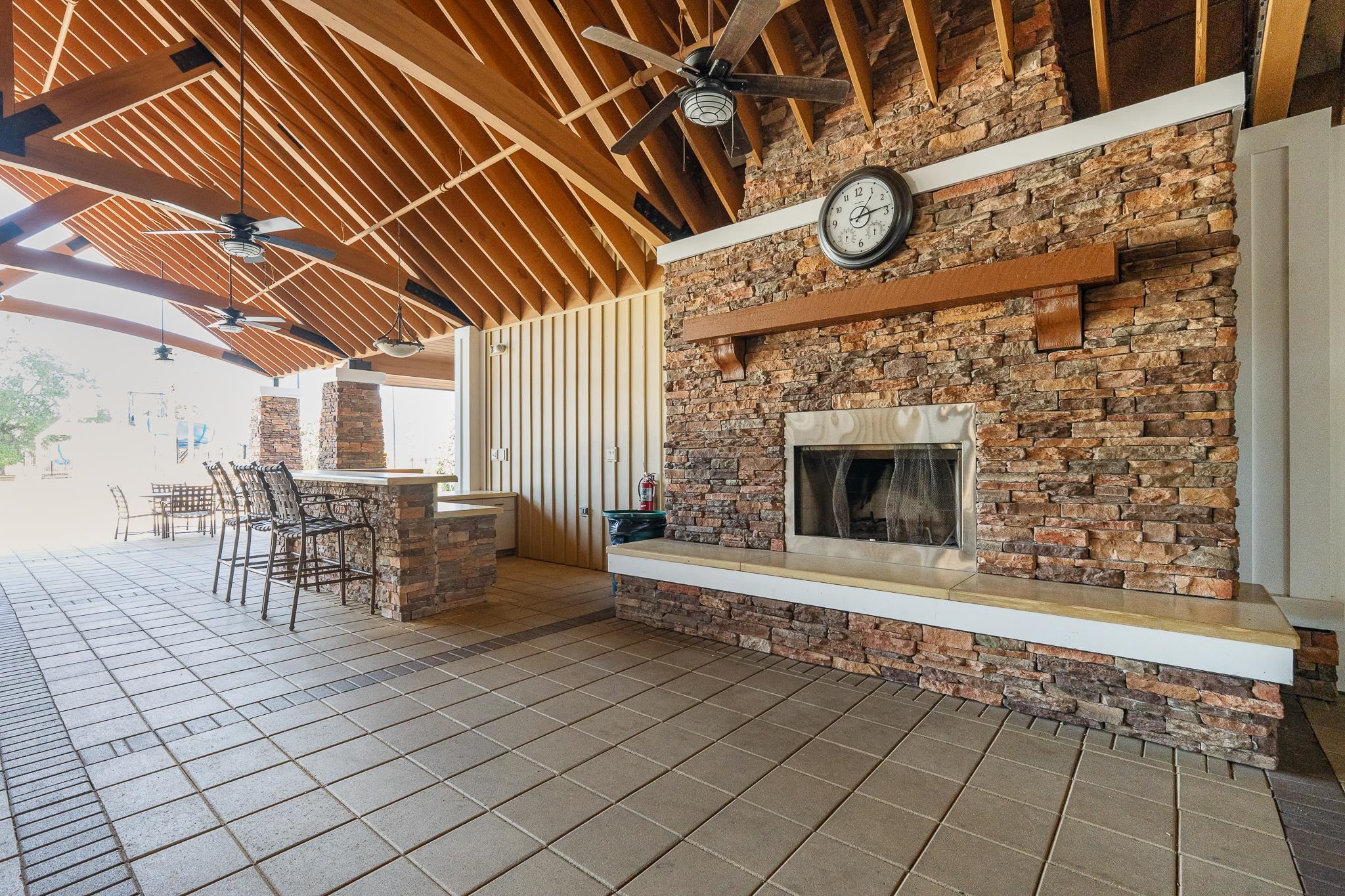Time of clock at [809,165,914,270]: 1:13
